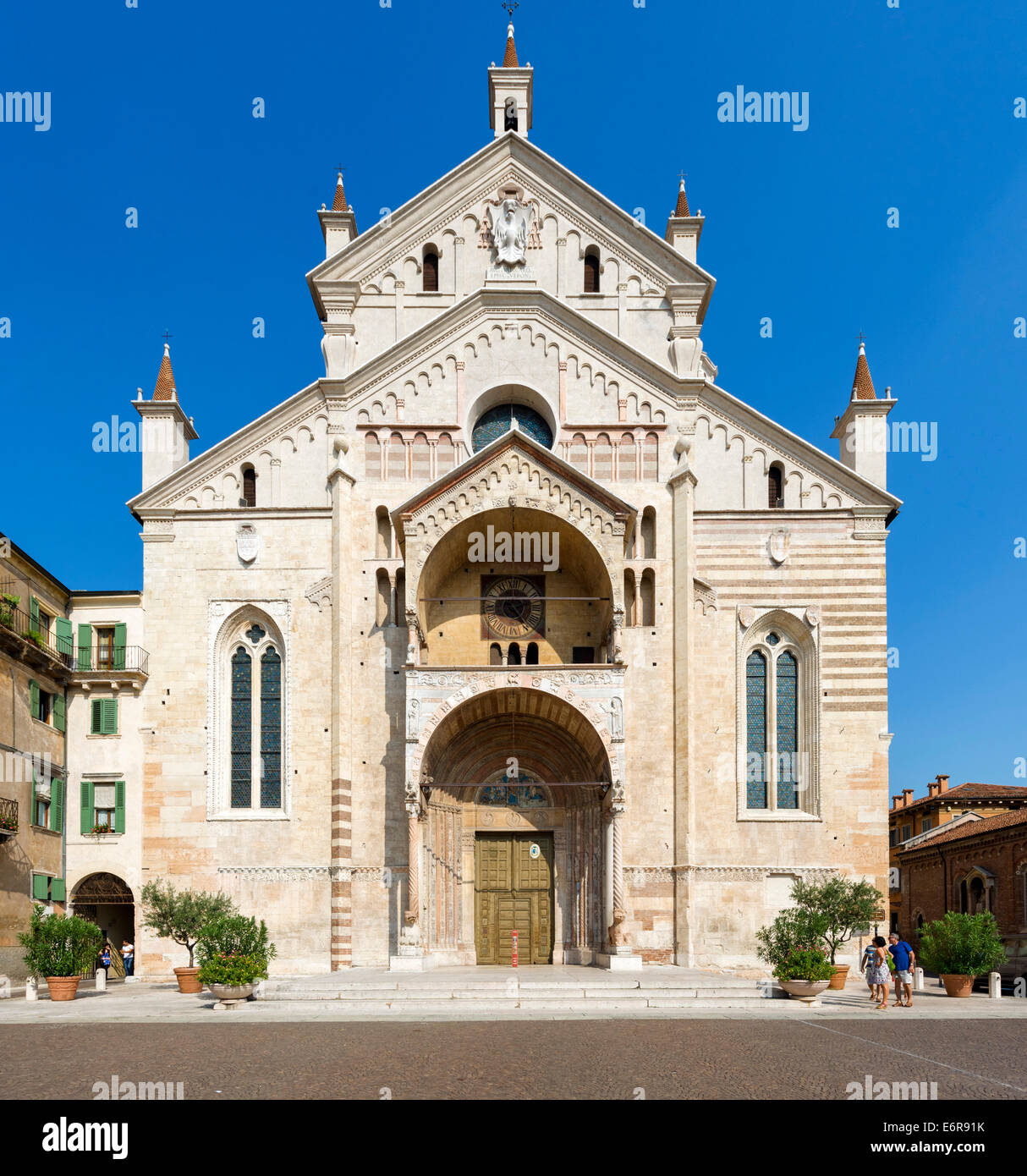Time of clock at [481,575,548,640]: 2:24
